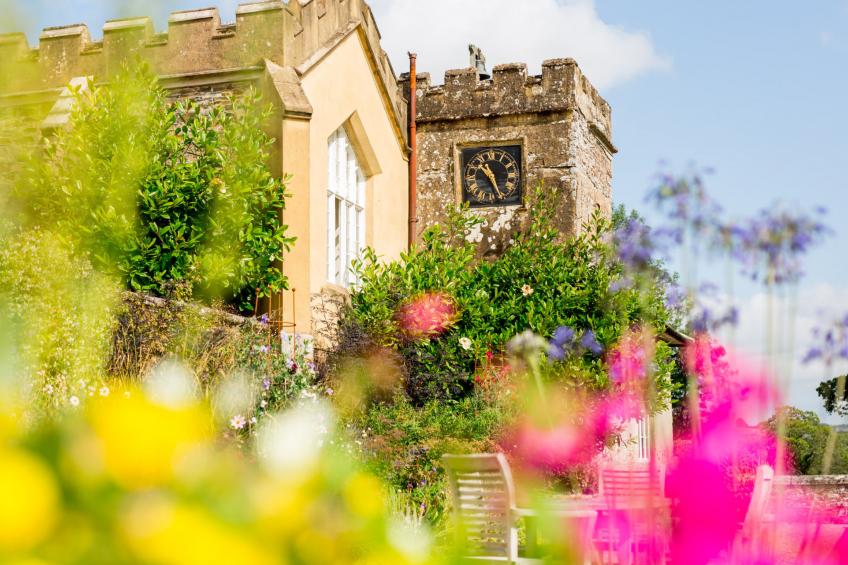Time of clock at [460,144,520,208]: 10:26
